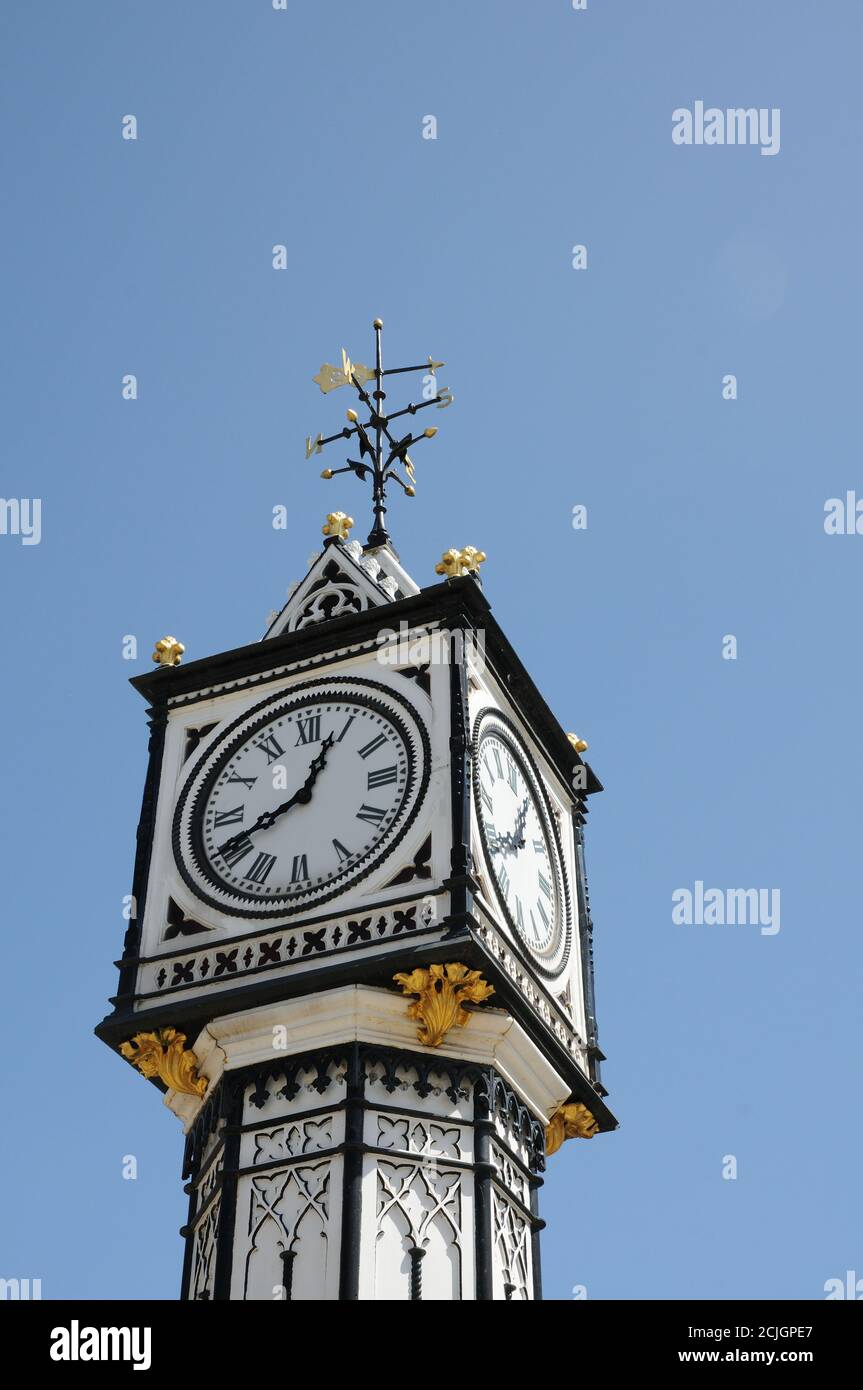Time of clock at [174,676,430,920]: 12:40
